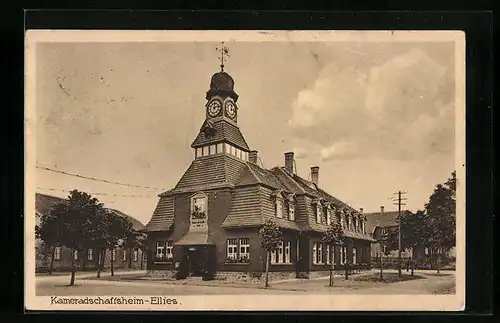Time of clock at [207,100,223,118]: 12:12
